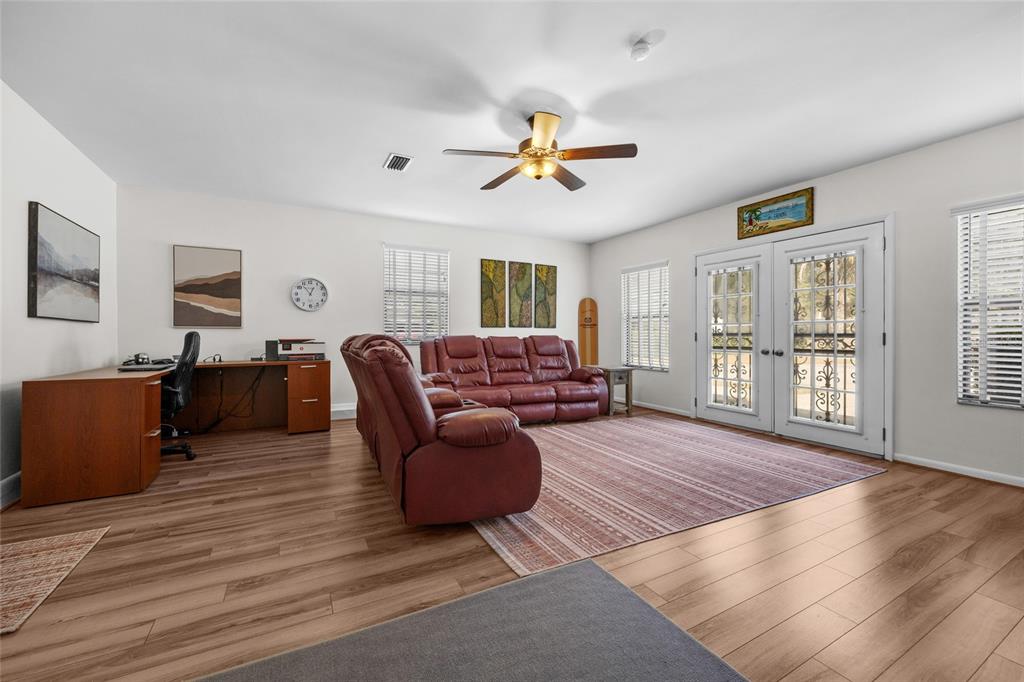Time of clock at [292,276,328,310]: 12:53
